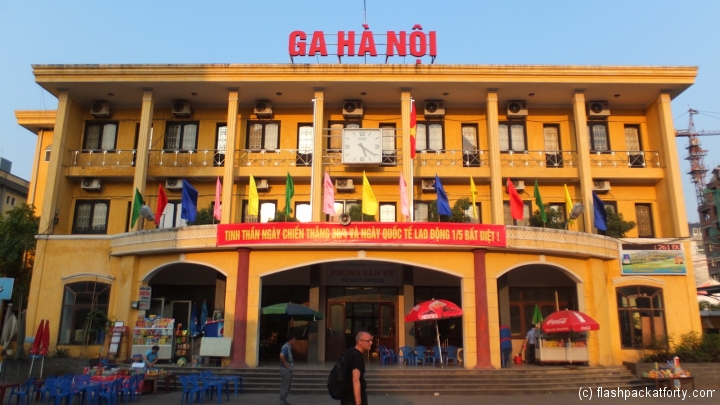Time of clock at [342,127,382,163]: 5:21
